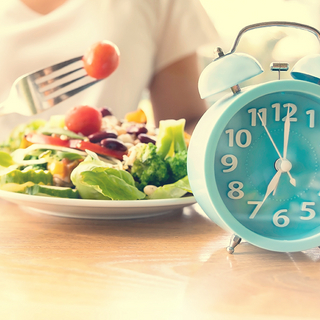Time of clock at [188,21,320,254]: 7:00
